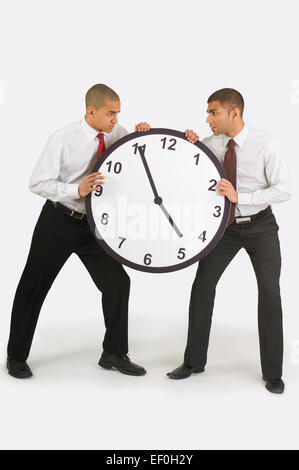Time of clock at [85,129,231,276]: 4:55
